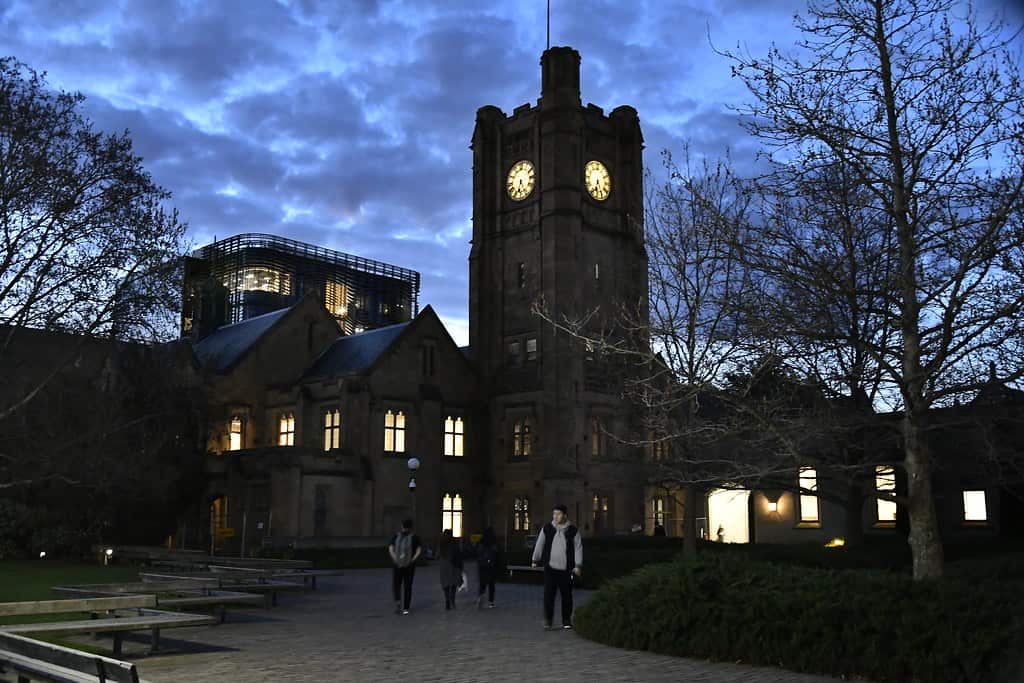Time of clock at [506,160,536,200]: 6:27
